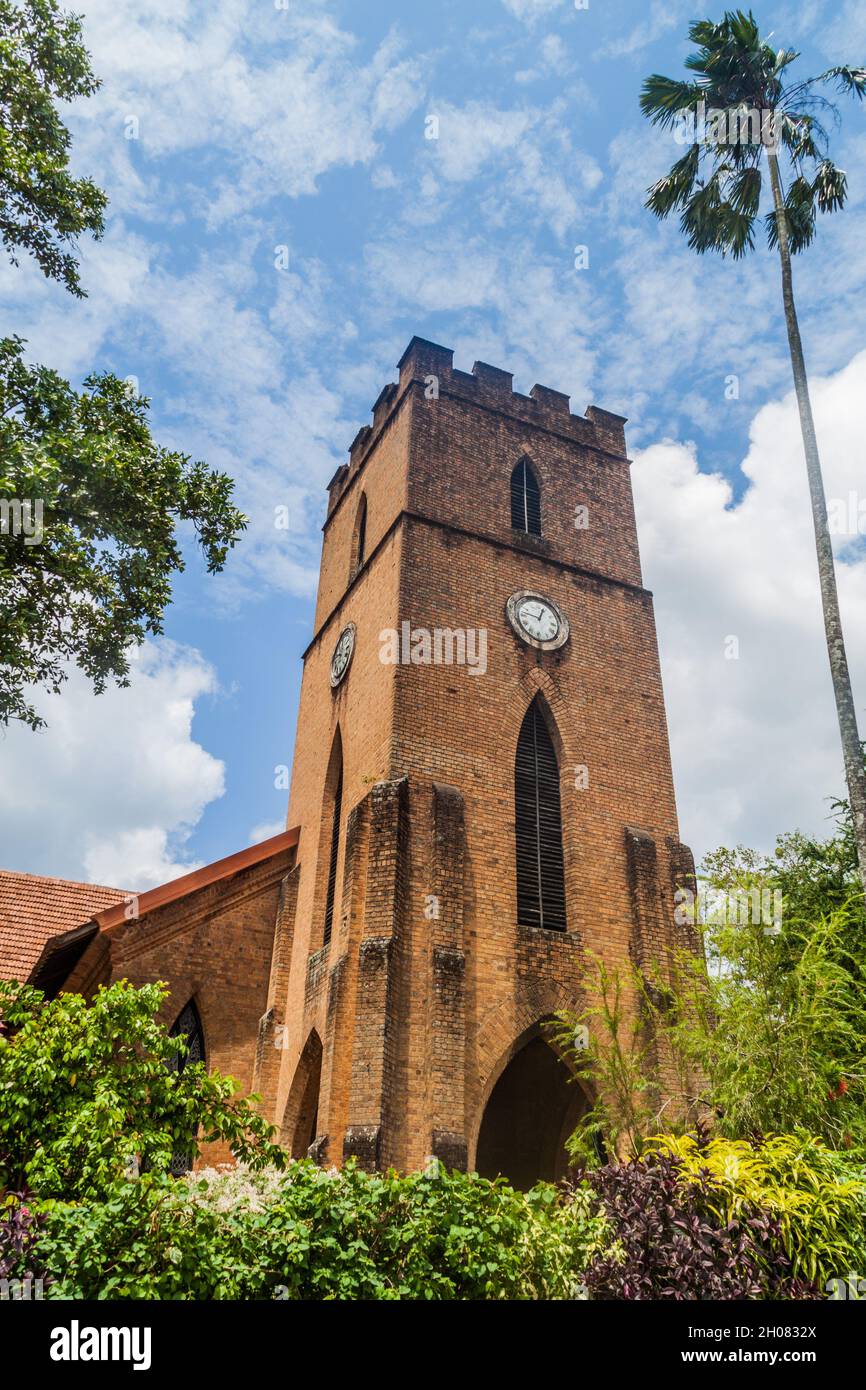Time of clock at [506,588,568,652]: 12:47
